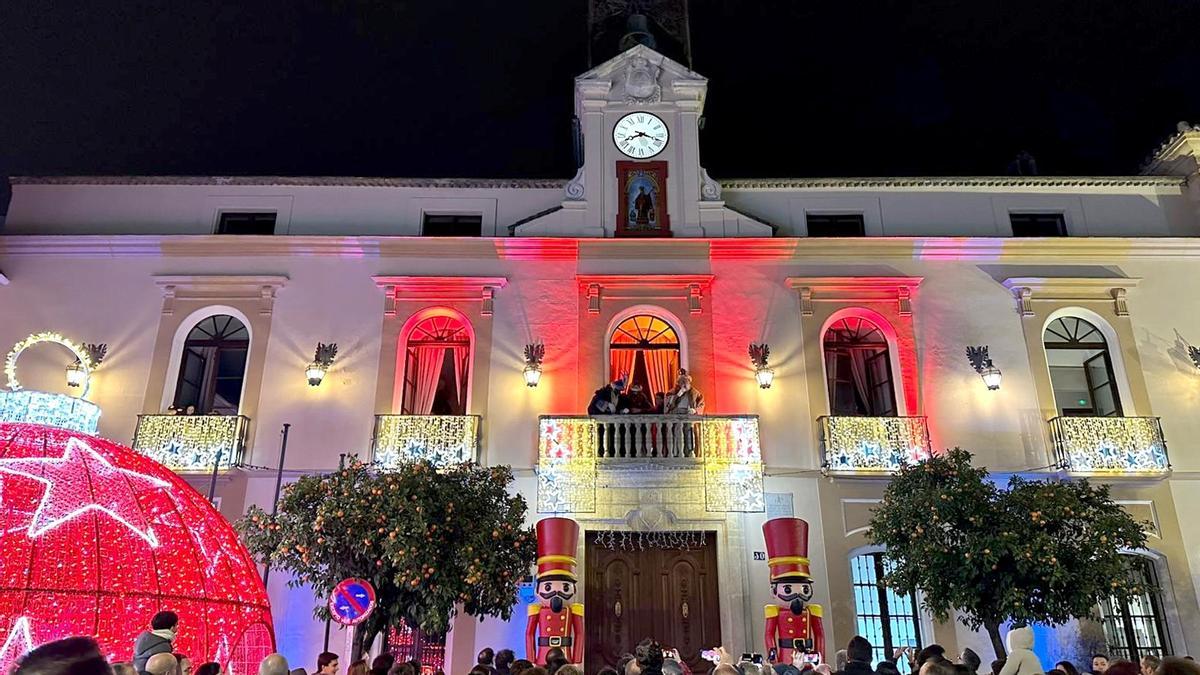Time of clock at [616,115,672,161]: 8:18
